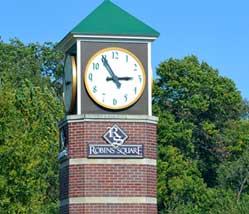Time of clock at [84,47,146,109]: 2:54
